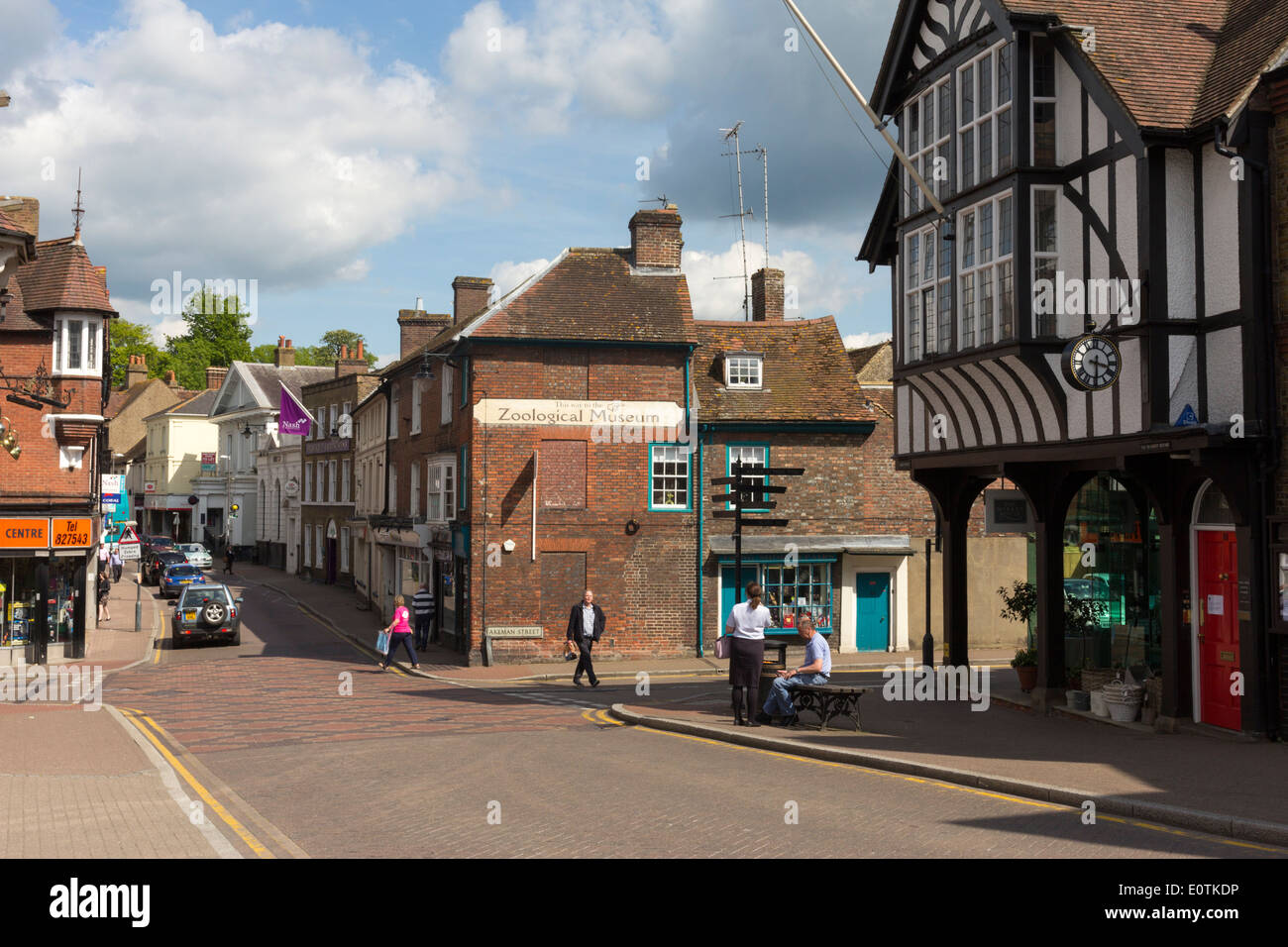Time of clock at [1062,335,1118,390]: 3:29
